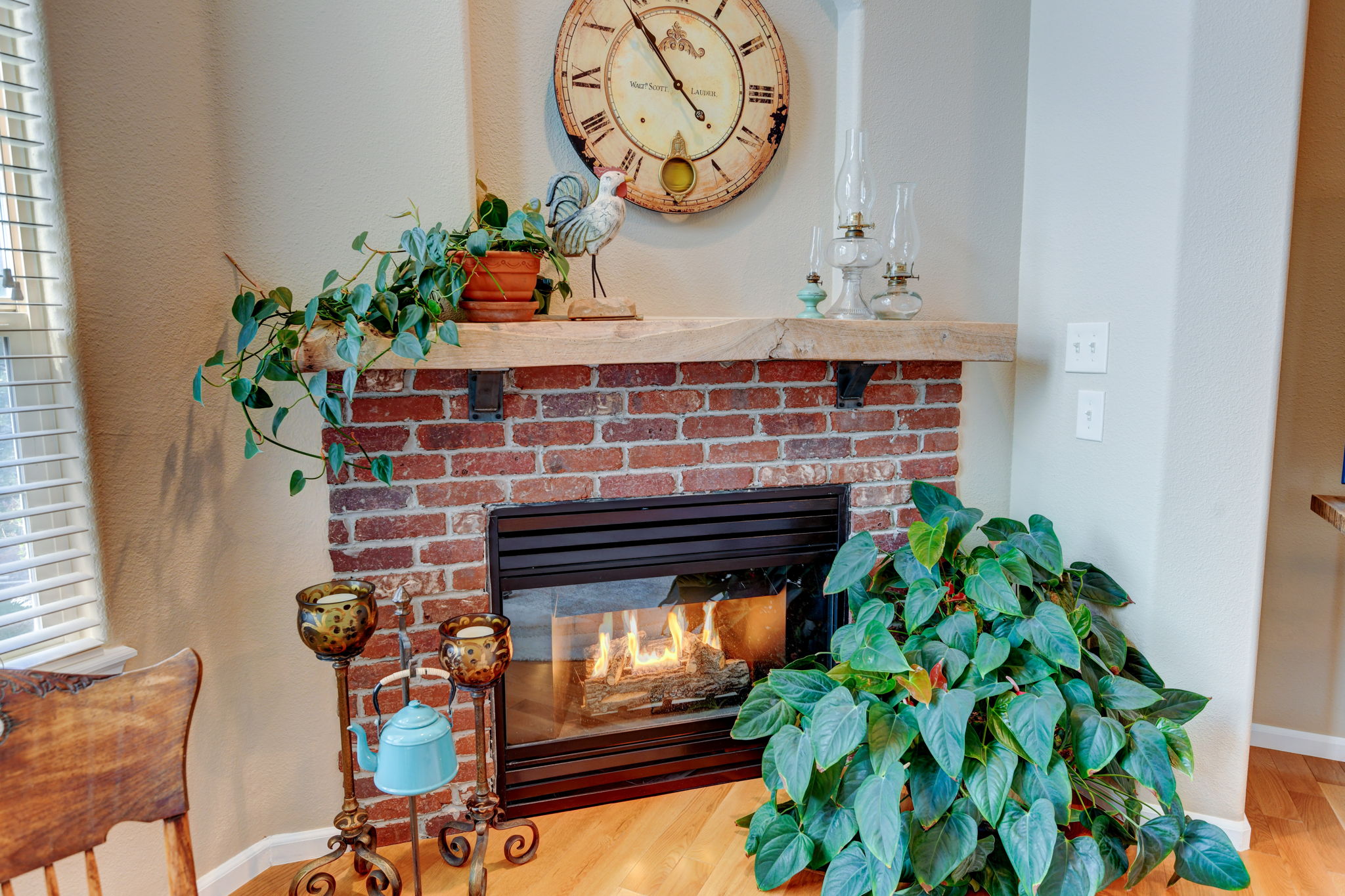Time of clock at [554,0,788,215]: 4:53
